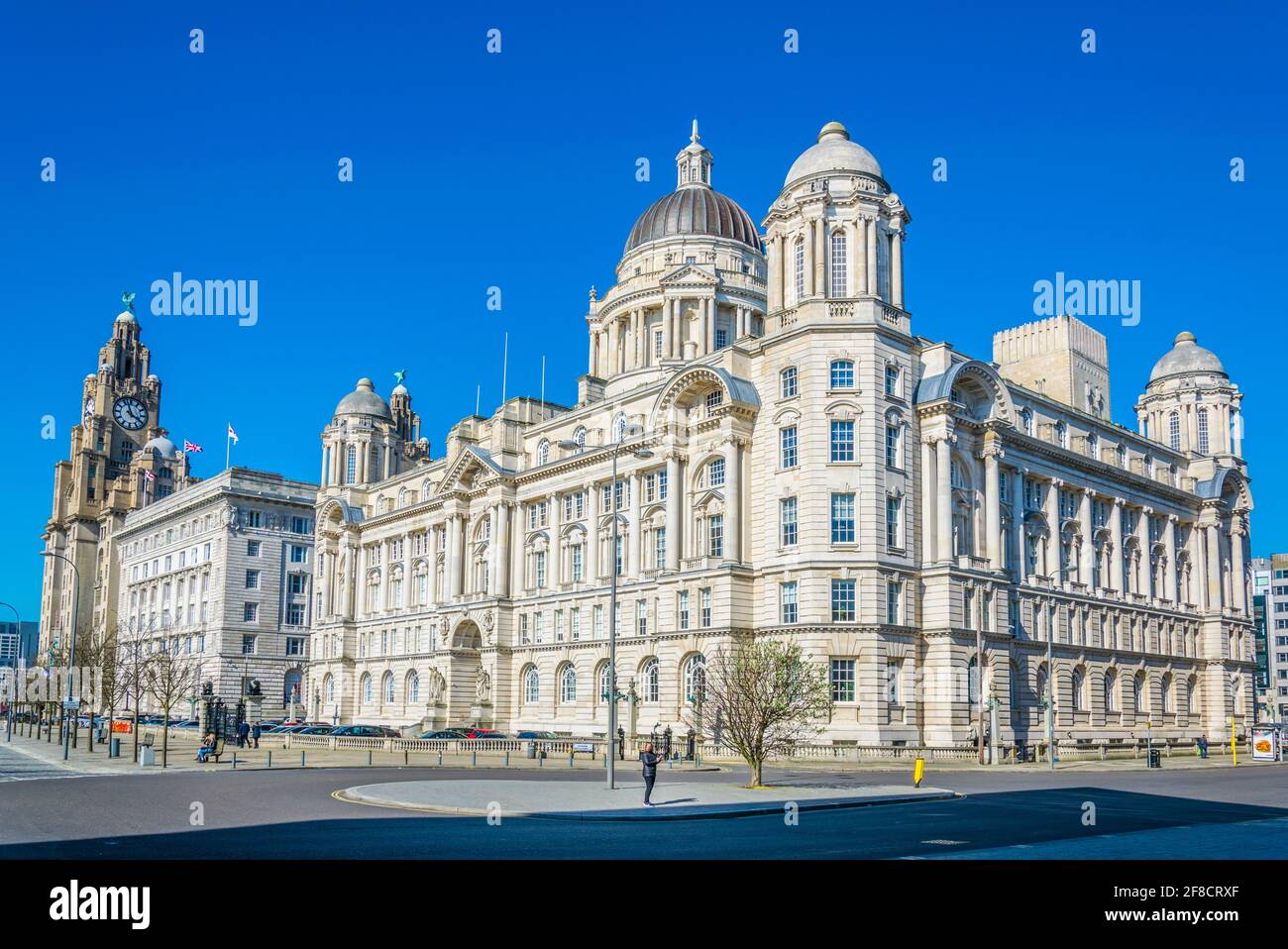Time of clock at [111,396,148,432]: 3:57
